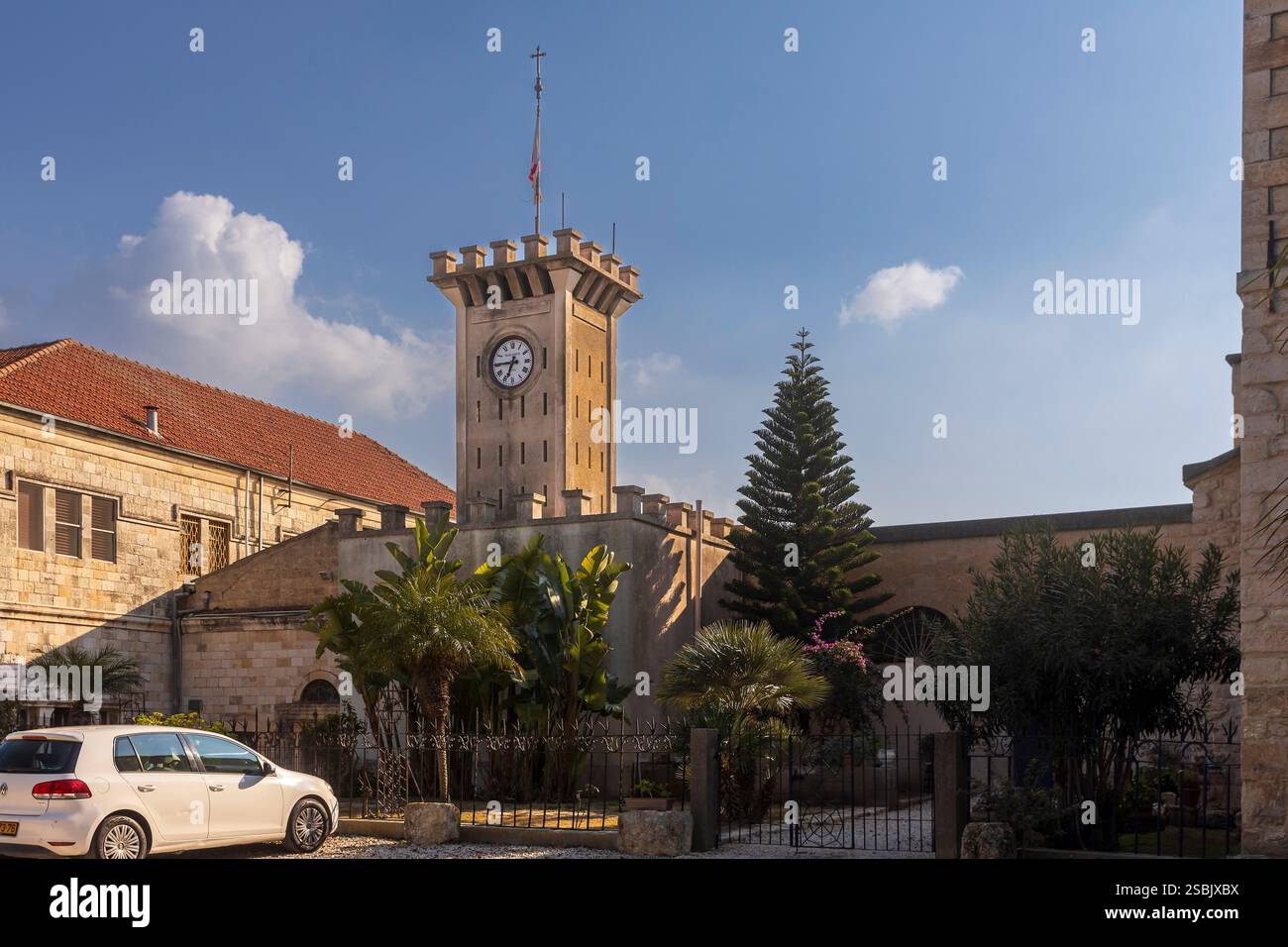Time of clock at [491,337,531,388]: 6:44
